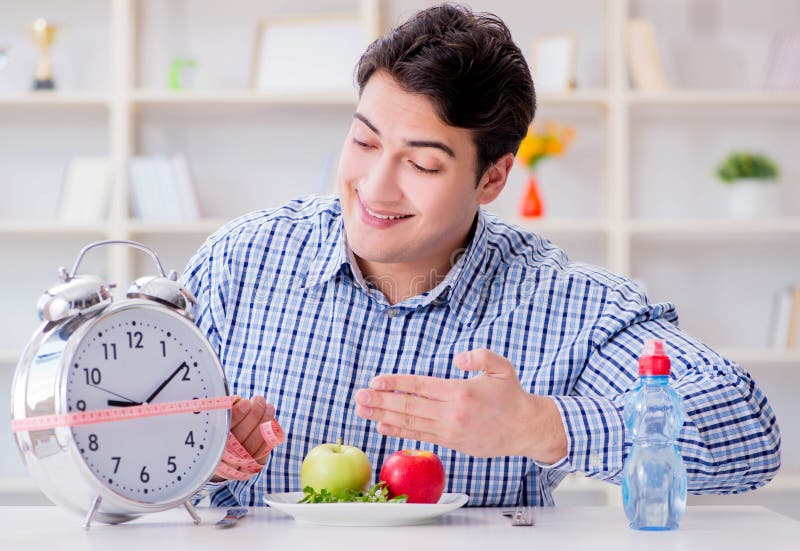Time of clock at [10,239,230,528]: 9:09
